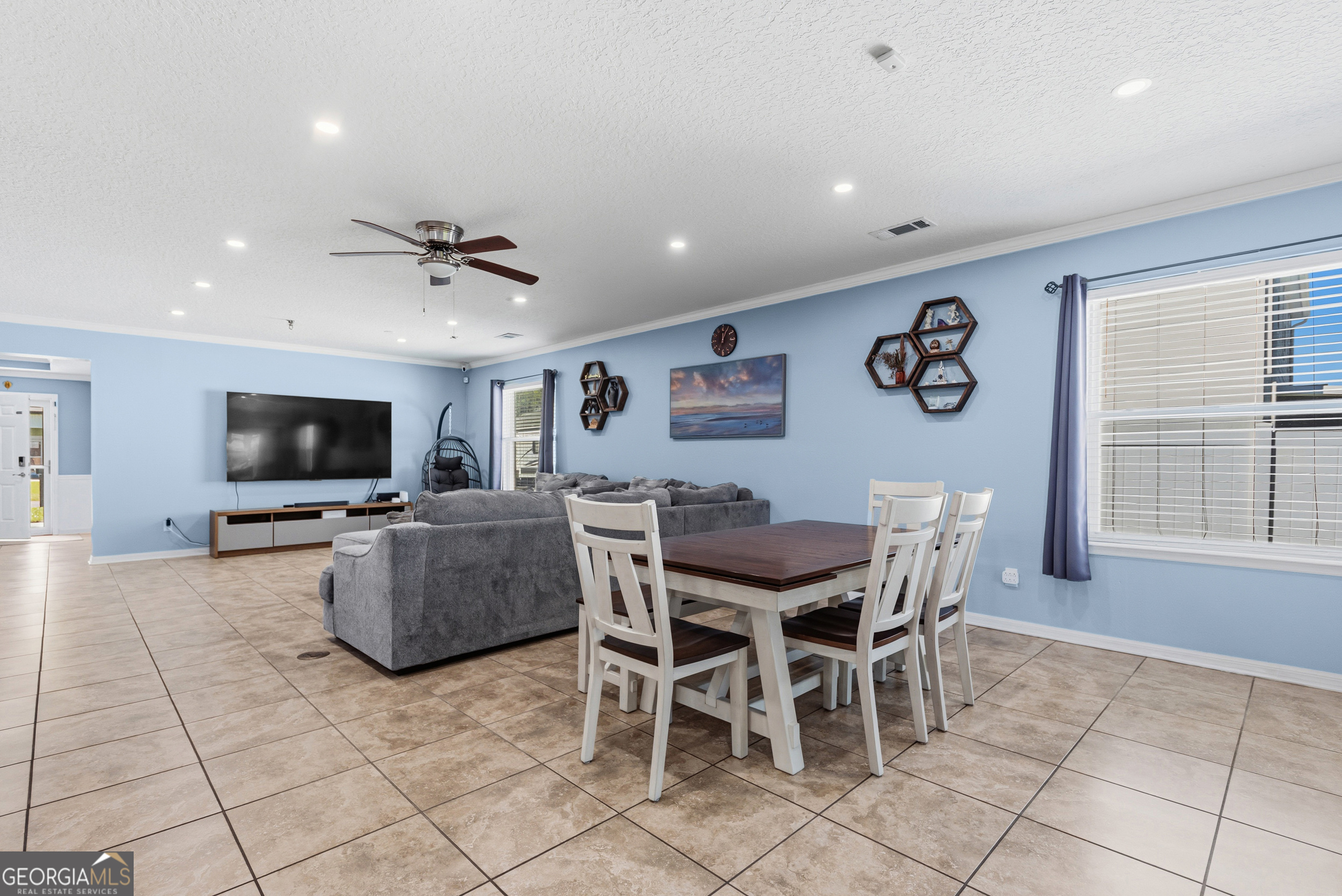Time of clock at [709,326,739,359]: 12:04
